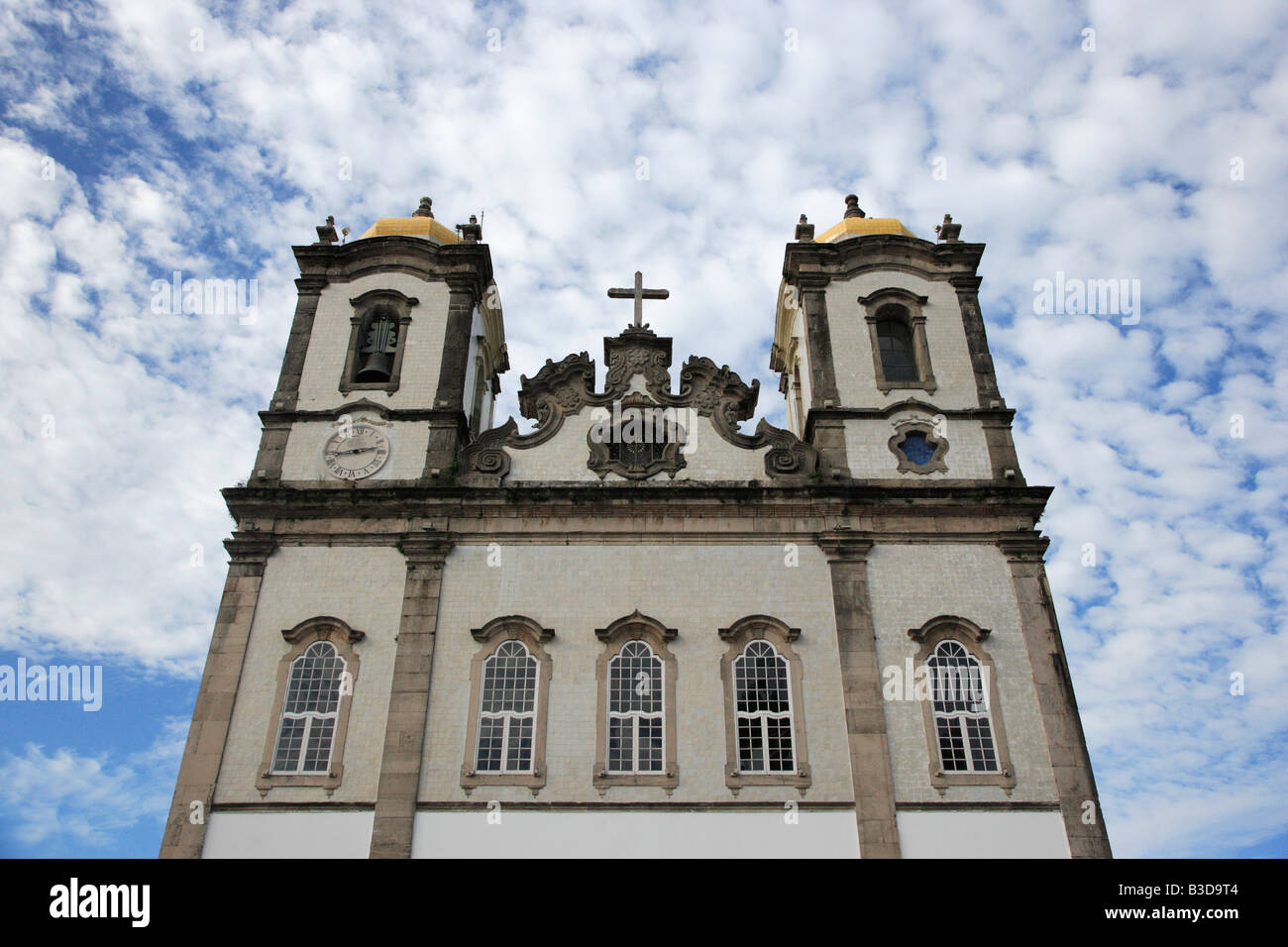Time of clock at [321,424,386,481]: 2:43
